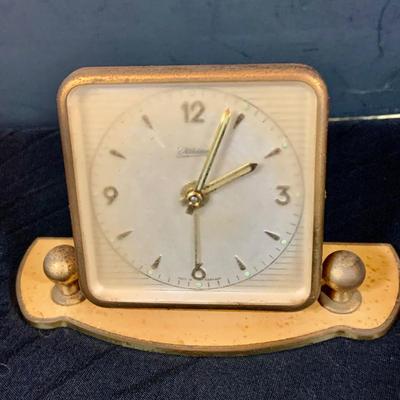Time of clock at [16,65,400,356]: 2:04
